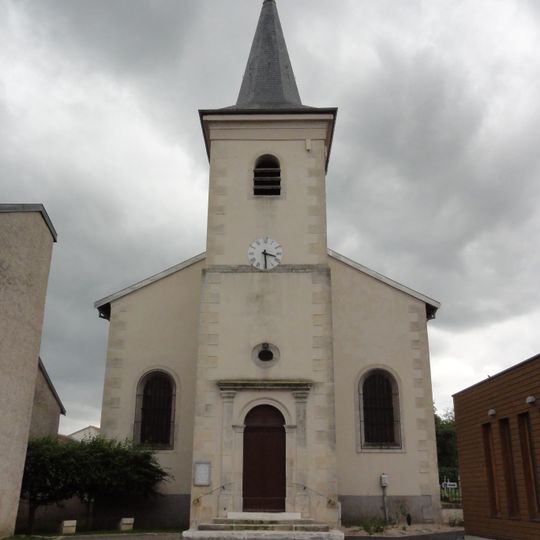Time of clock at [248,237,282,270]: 3:29
